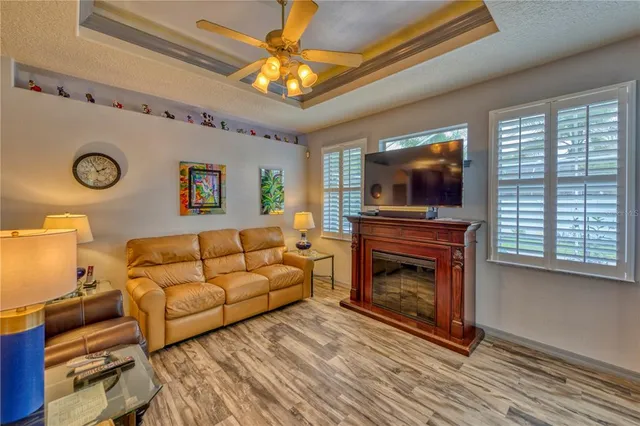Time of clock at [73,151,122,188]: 1:56
